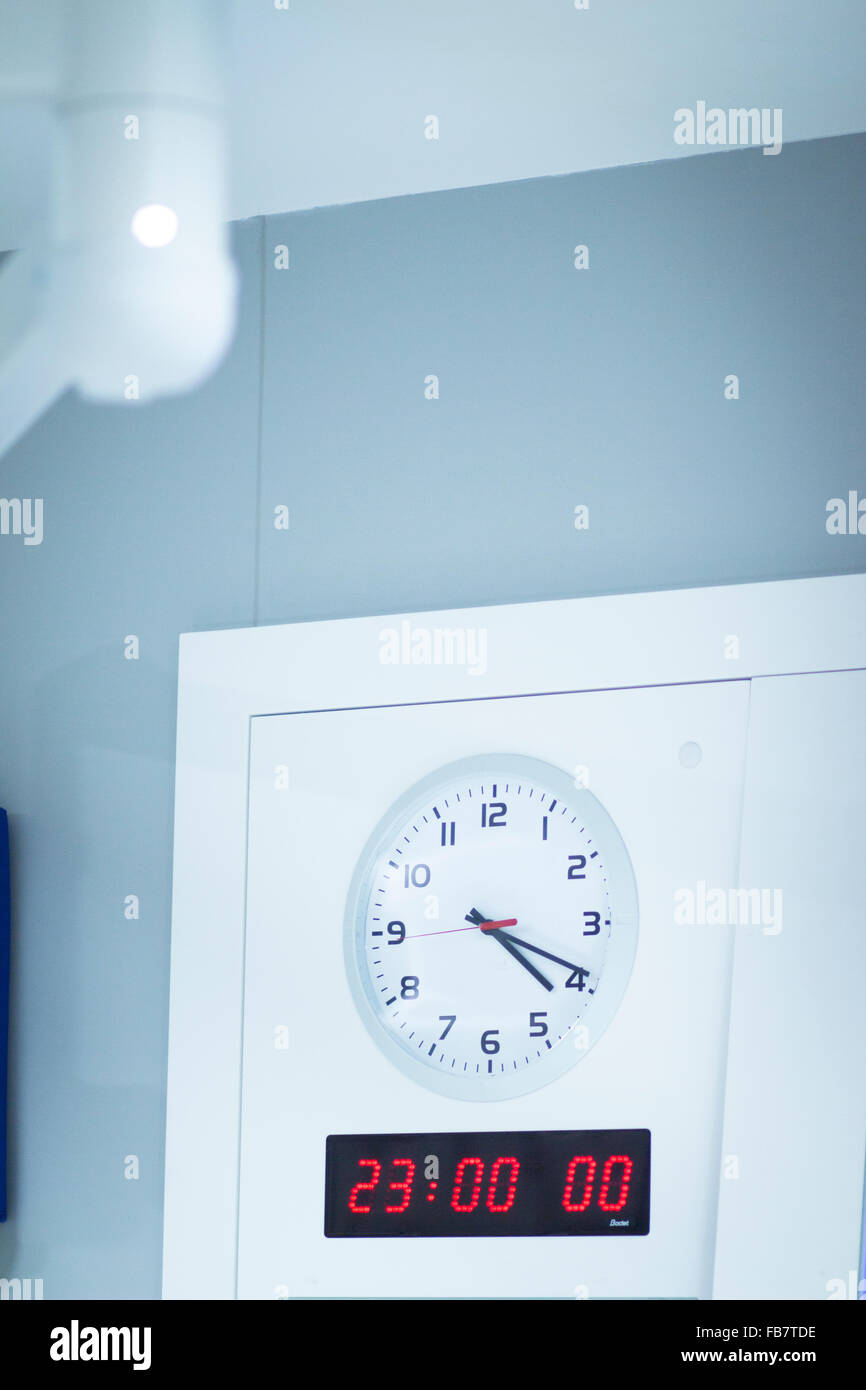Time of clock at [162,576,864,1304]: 4:19
